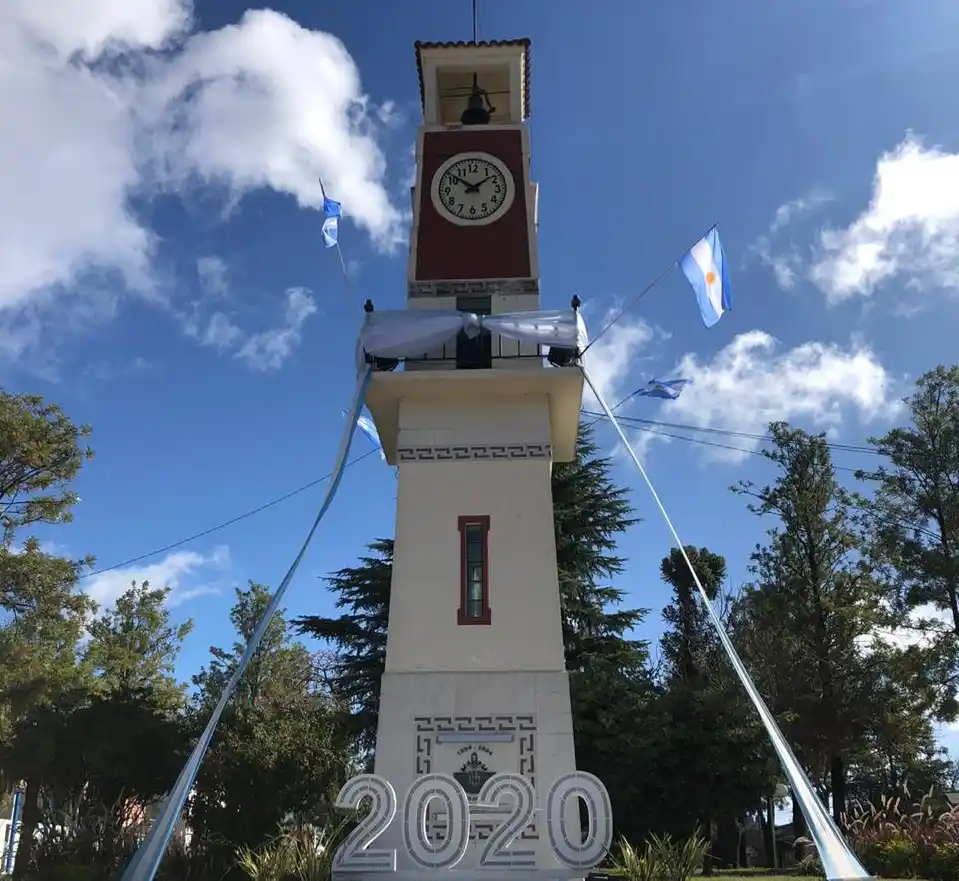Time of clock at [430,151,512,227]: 1:51
